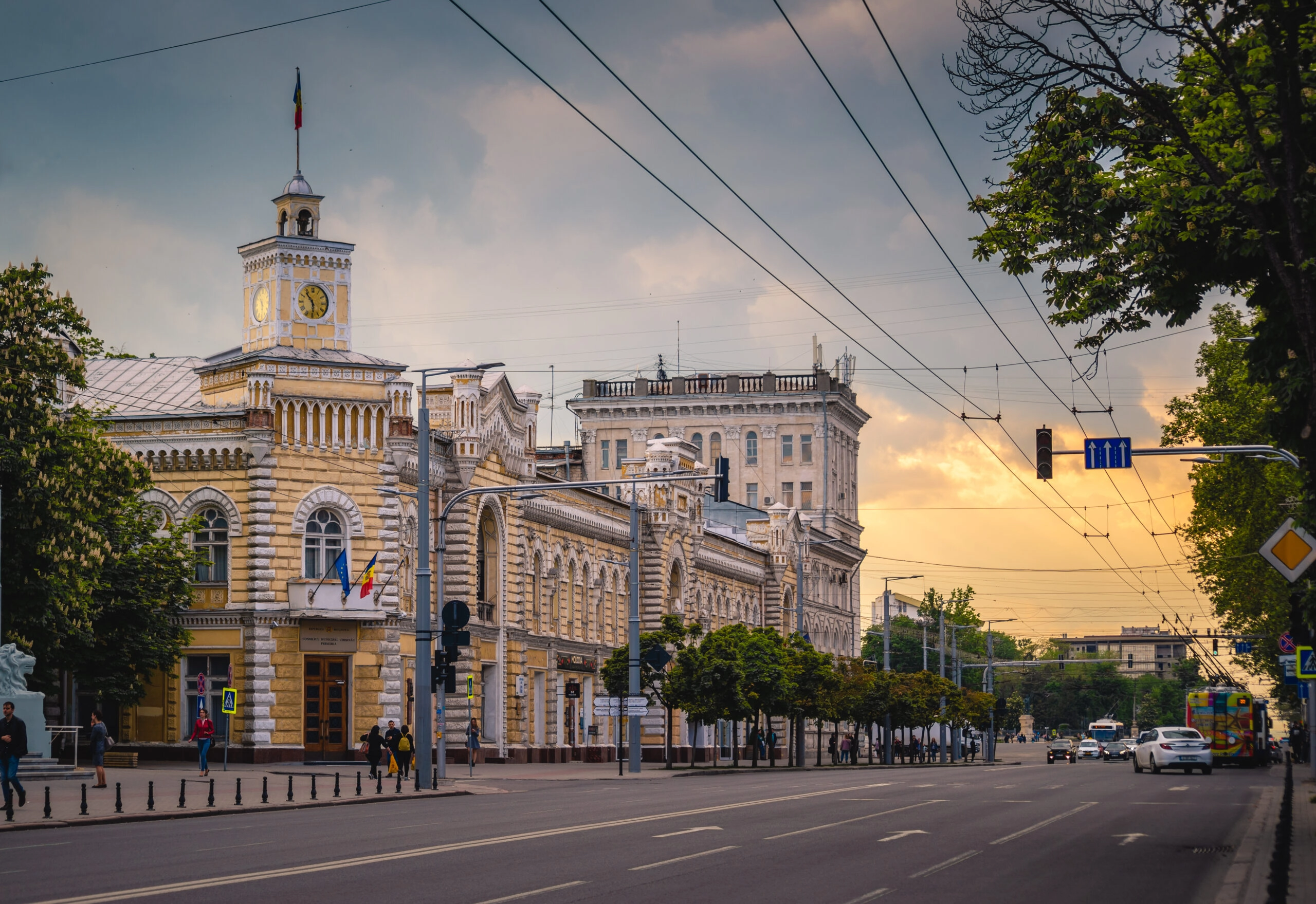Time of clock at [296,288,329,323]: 5:53
